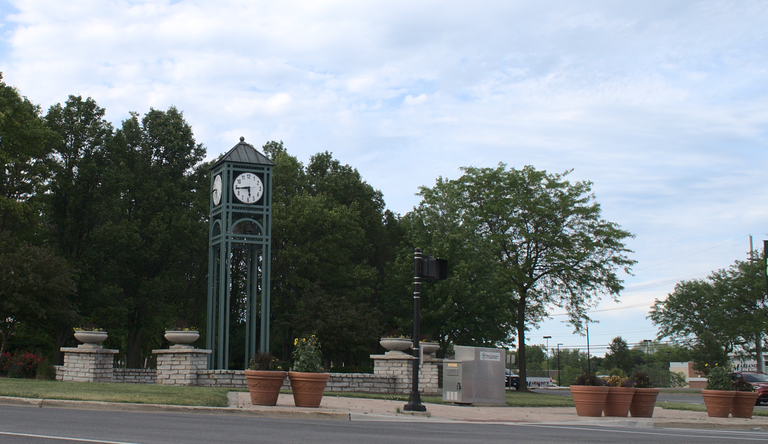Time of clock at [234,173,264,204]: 5:44
